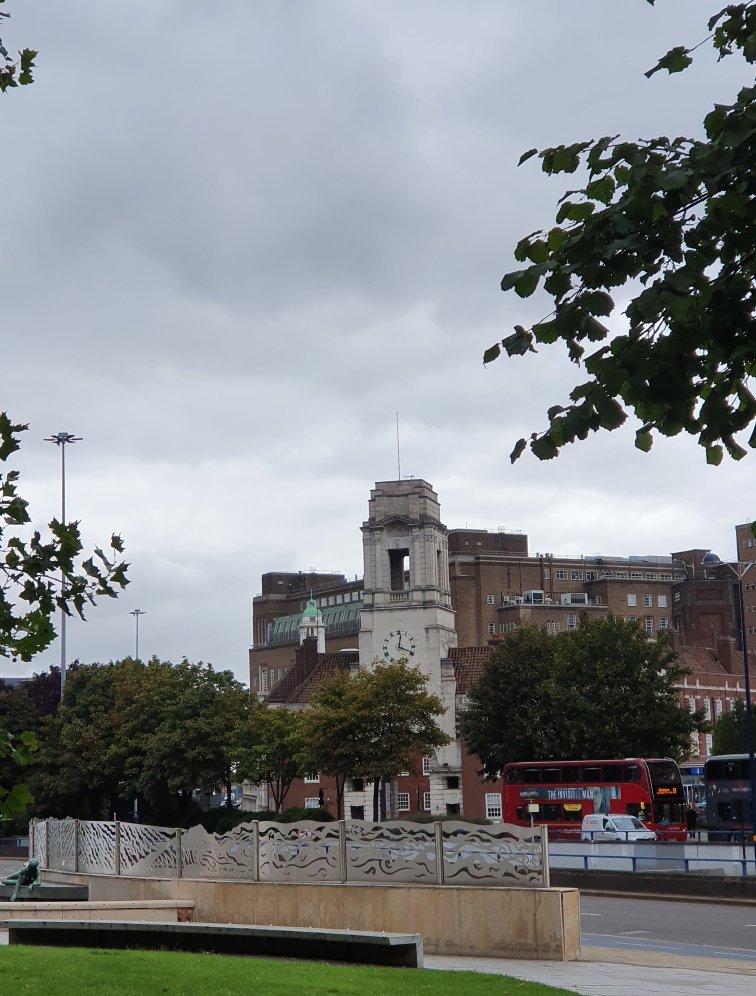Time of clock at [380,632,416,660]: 12:18
